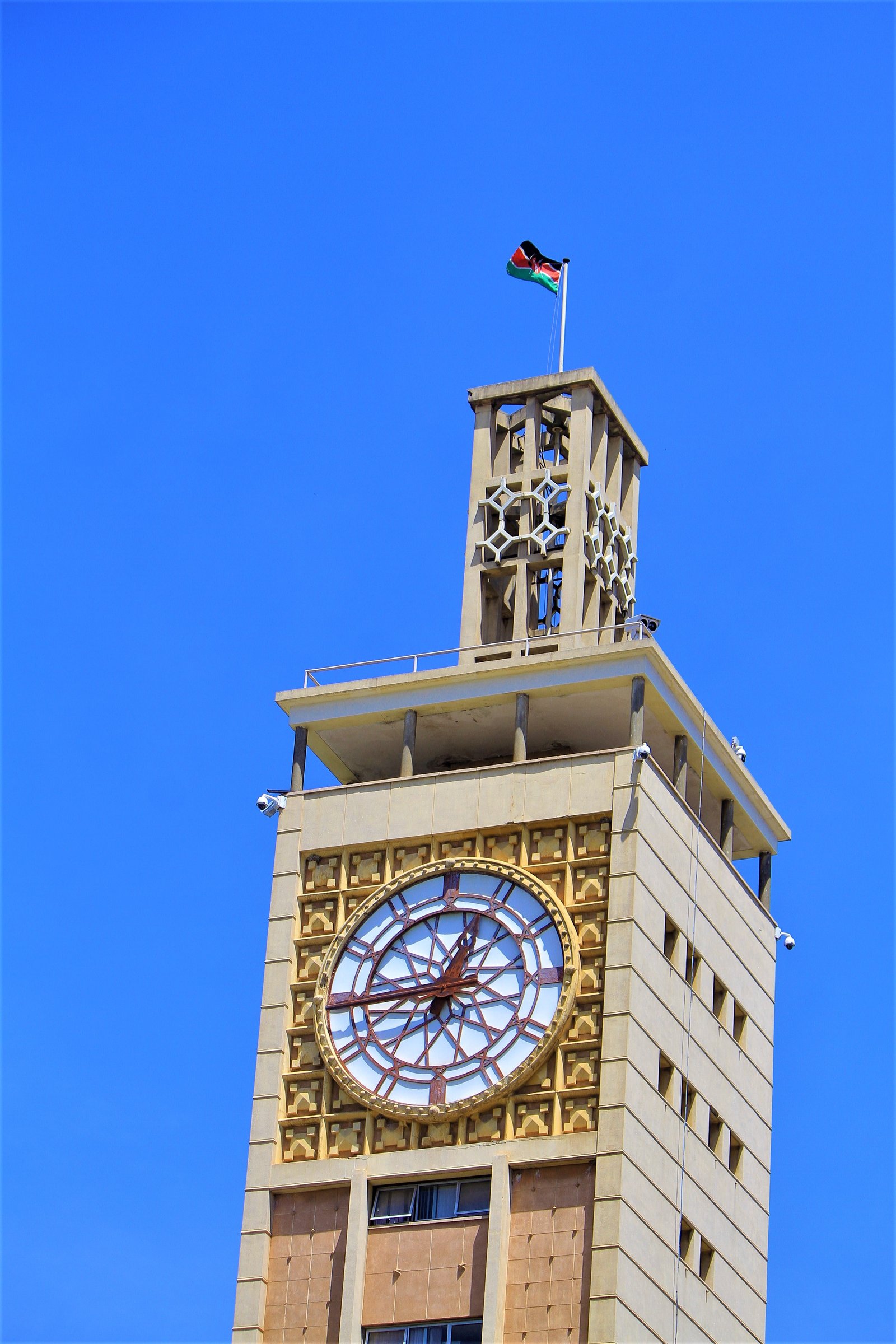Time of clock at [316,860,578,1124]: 12:44
